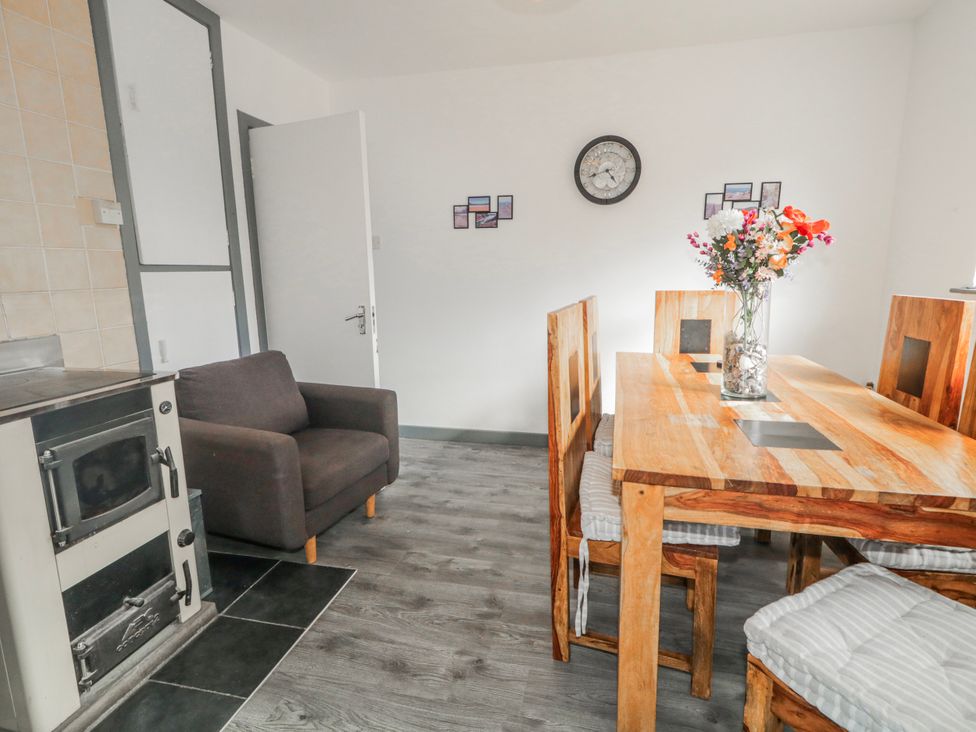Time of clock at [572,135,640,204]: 4:42
